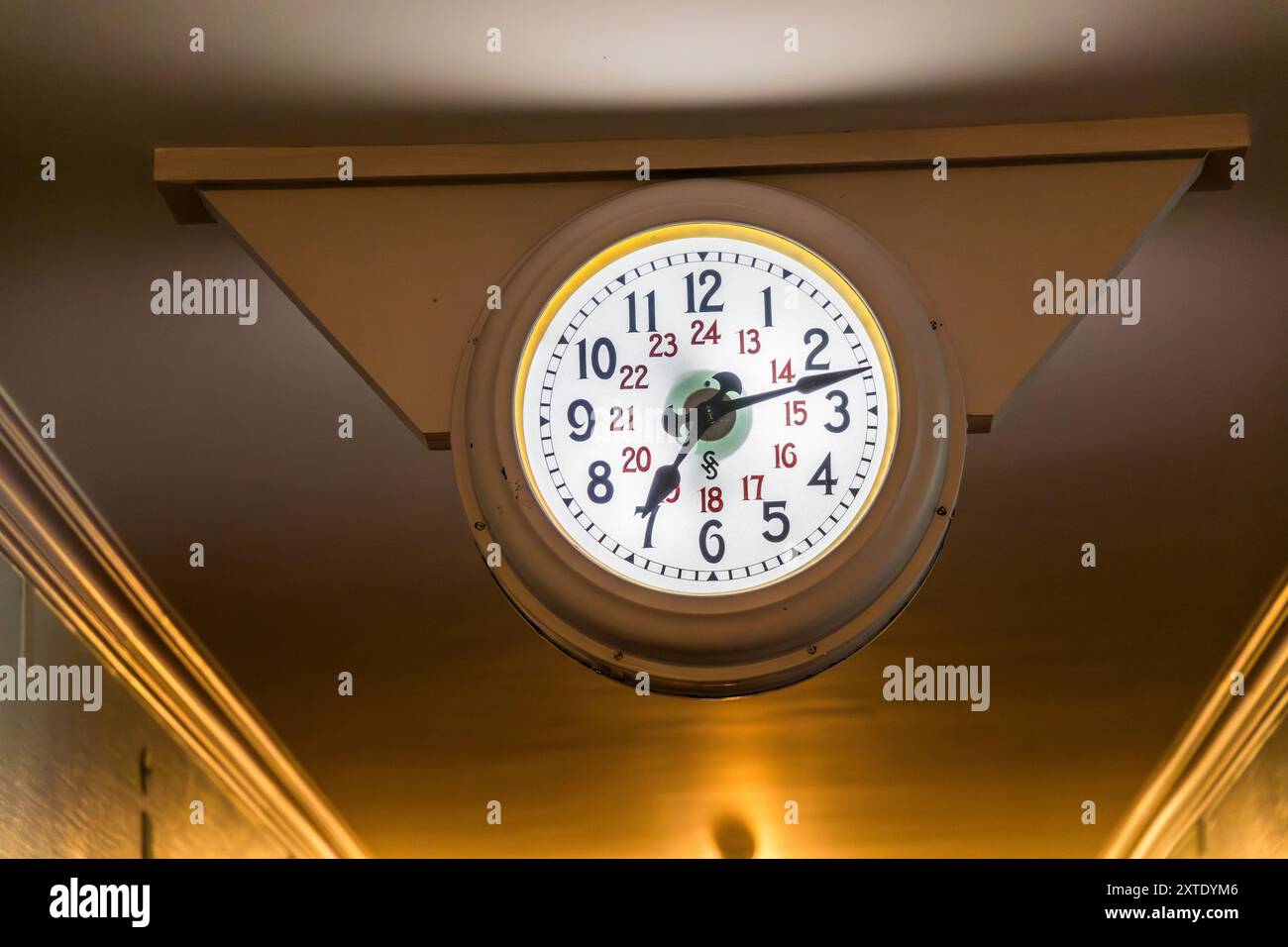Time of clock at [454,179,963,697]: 7:12
